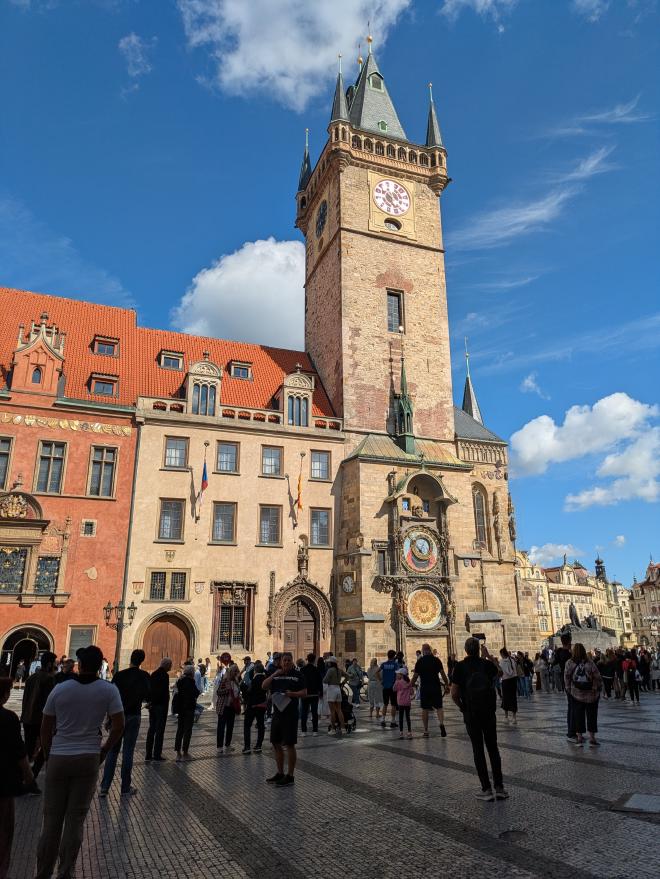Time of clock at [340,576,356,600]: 10:28
